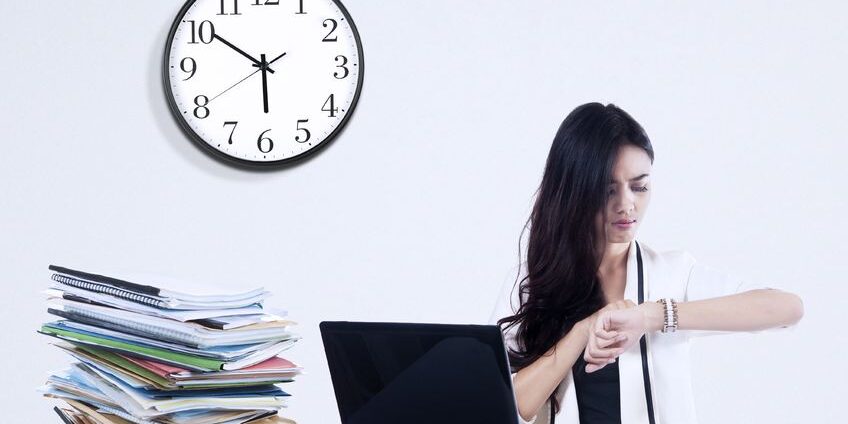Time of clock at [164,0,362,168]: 5:50
